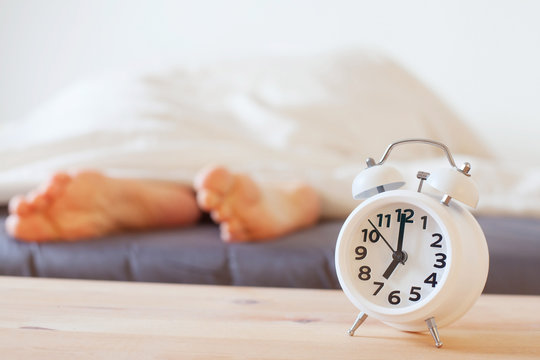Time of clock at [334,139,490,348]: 6:59
